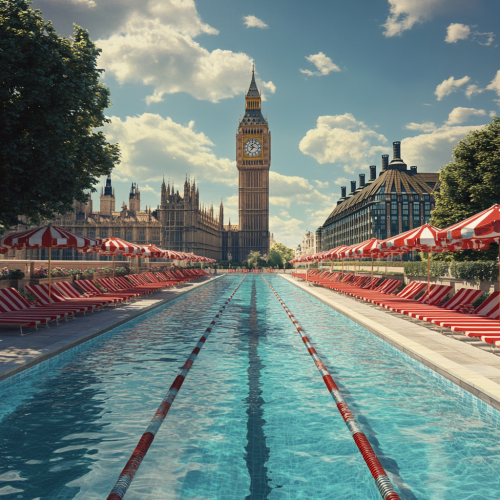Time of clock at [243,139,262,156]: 11:35
